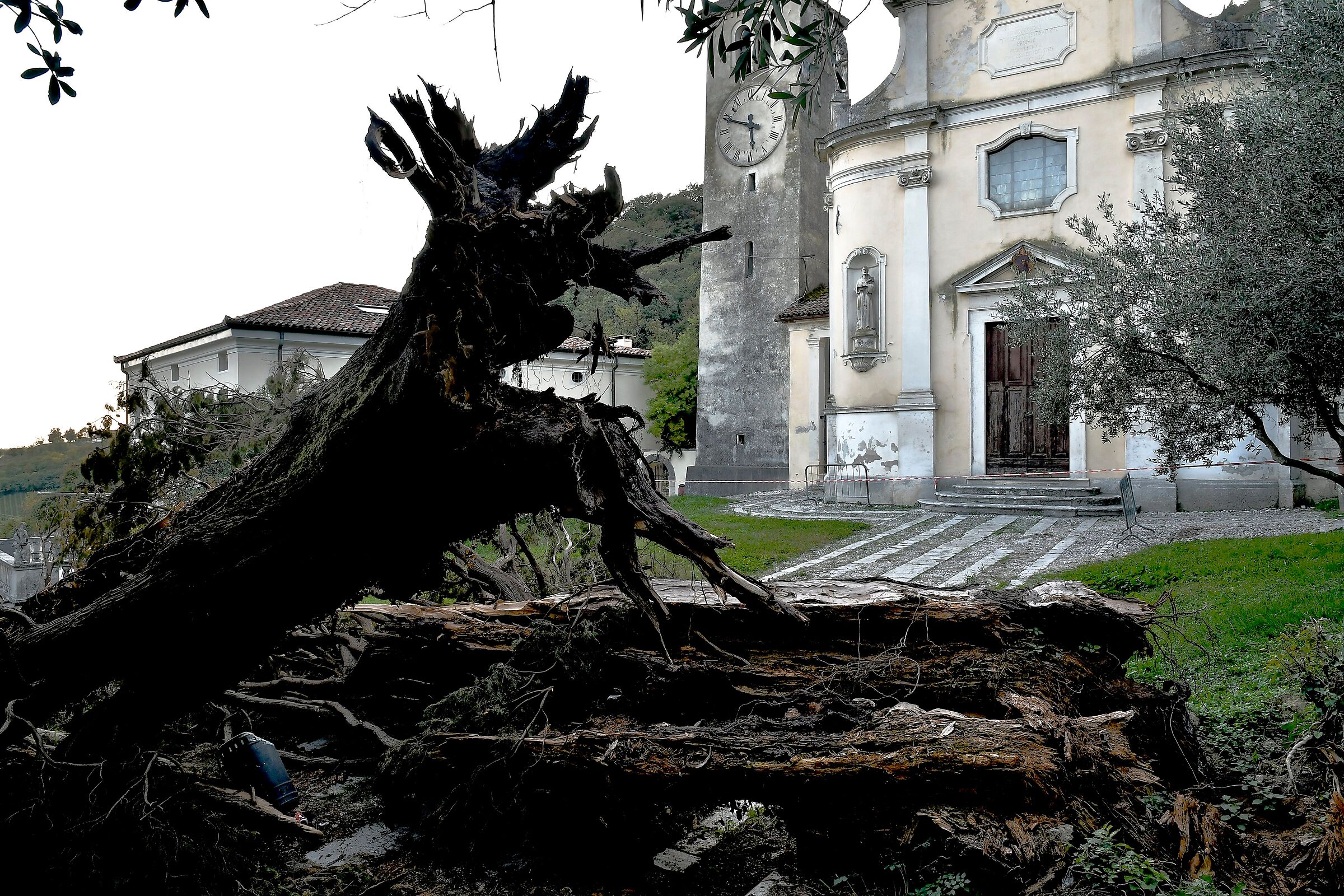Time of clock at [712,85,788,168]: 5:49
